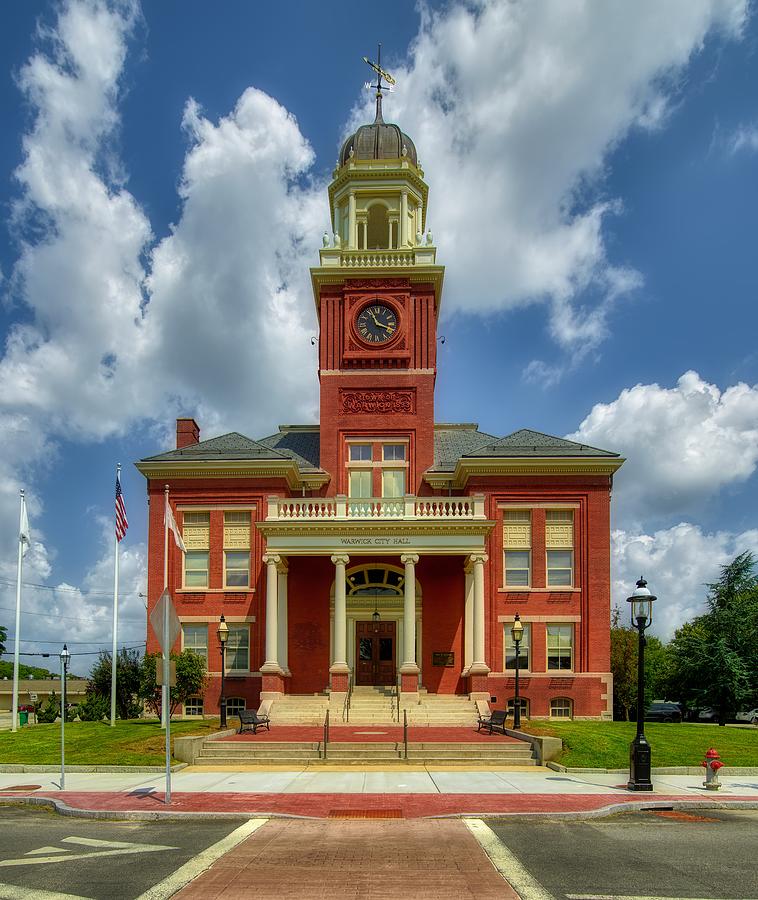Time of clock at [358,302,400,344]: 11:18
